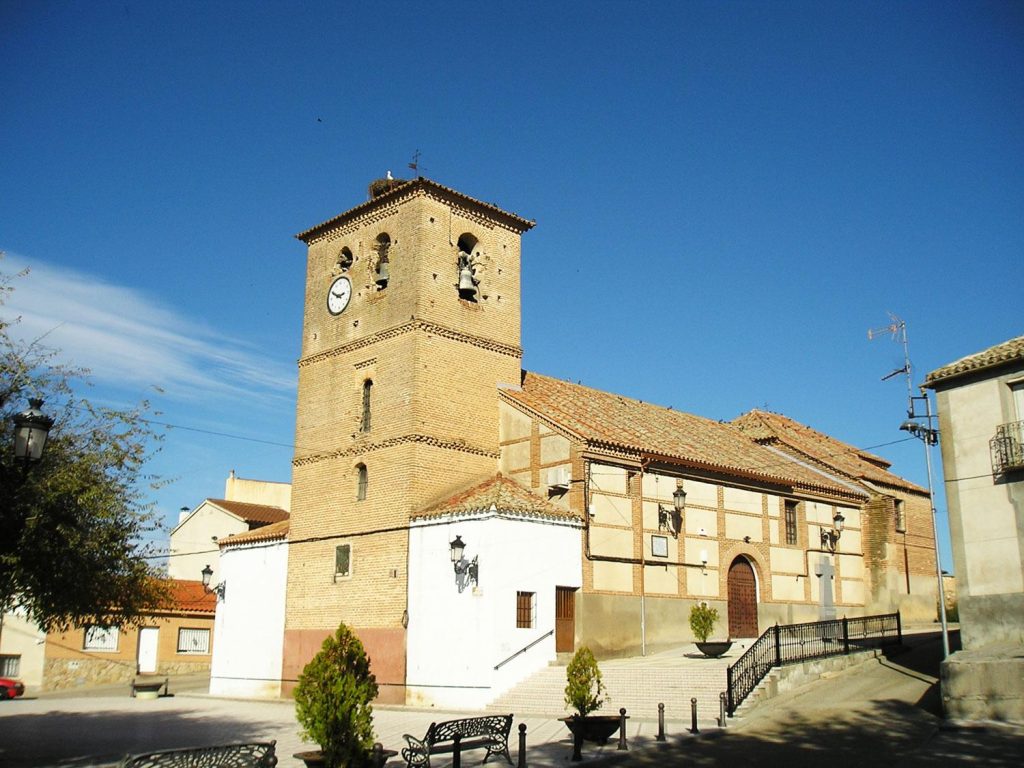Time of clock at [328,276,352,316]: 2:49
